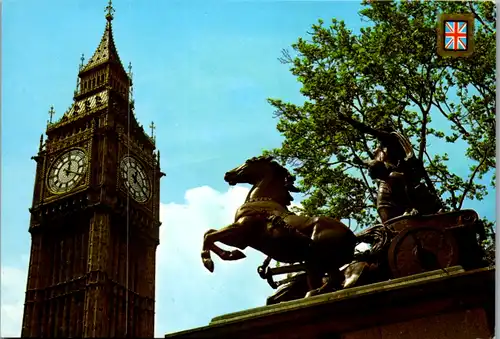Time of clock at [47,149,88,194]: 12:19
